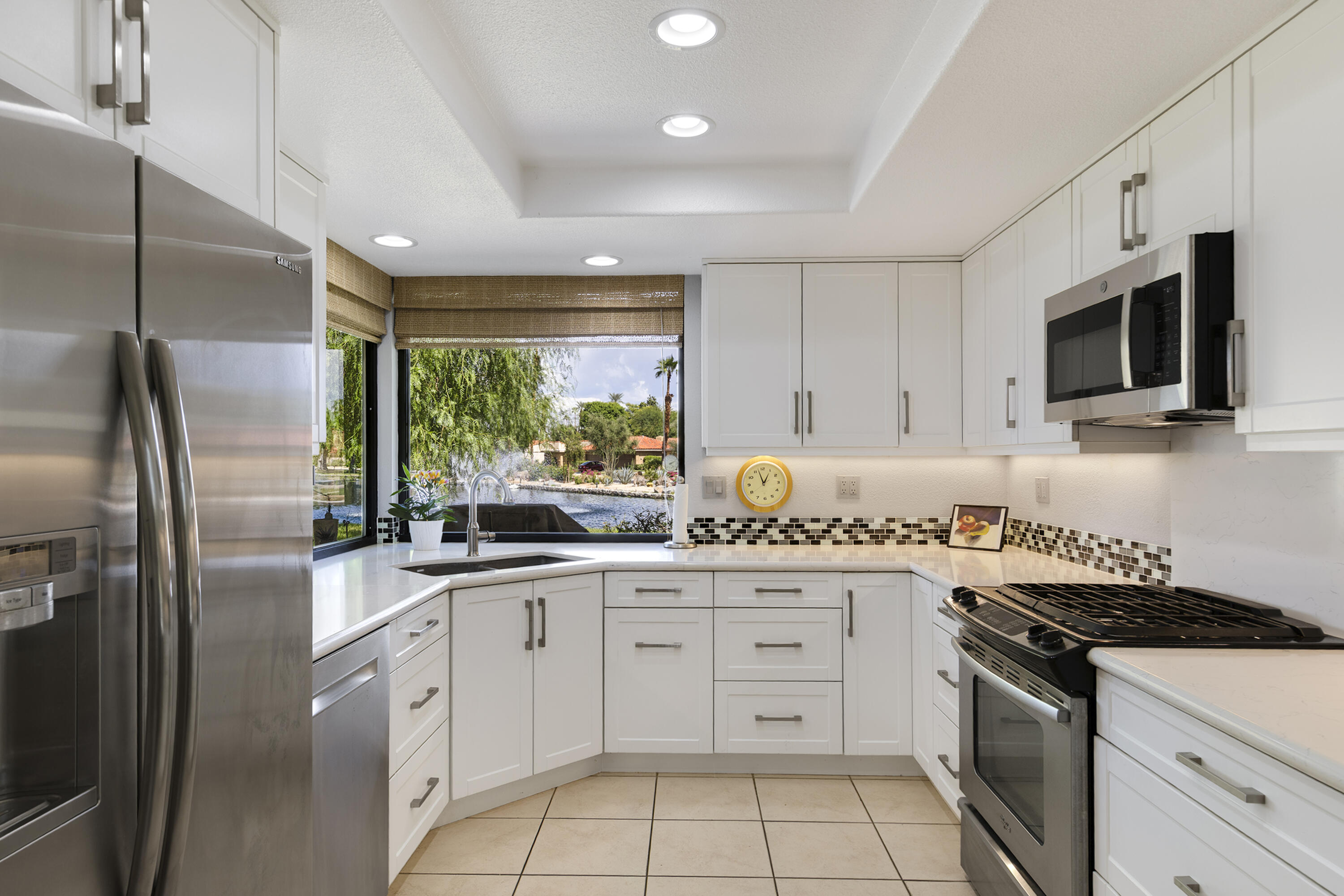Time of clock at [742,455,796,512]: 12:57
